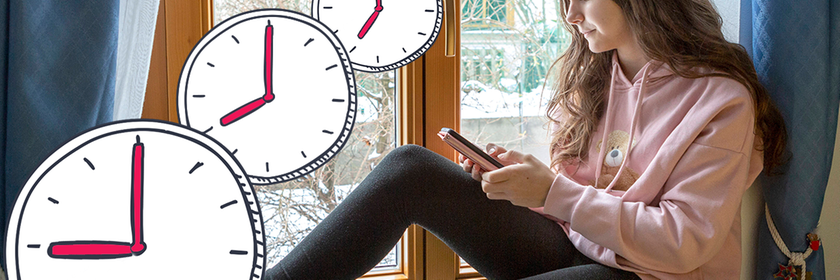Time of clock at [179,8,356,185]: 7:59
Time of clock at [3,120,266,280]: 8:00
